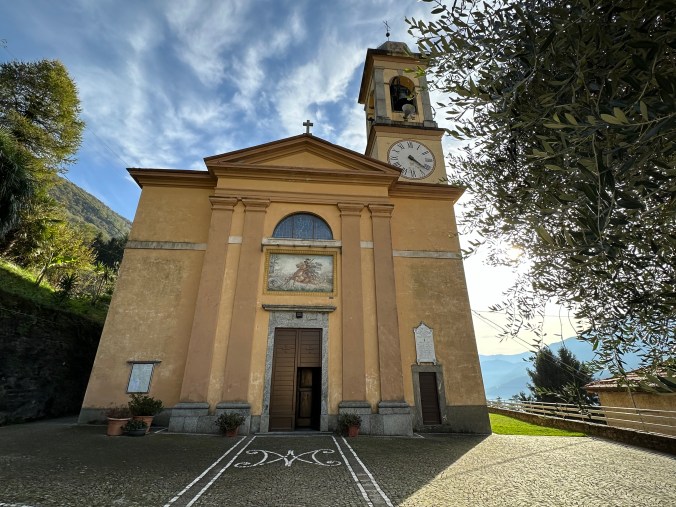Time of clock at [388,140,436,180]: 4:21
